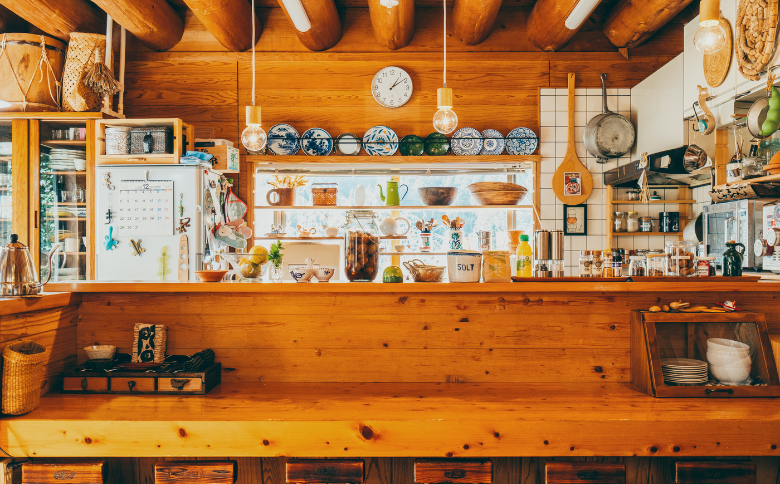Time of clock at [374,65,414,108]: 1:09
